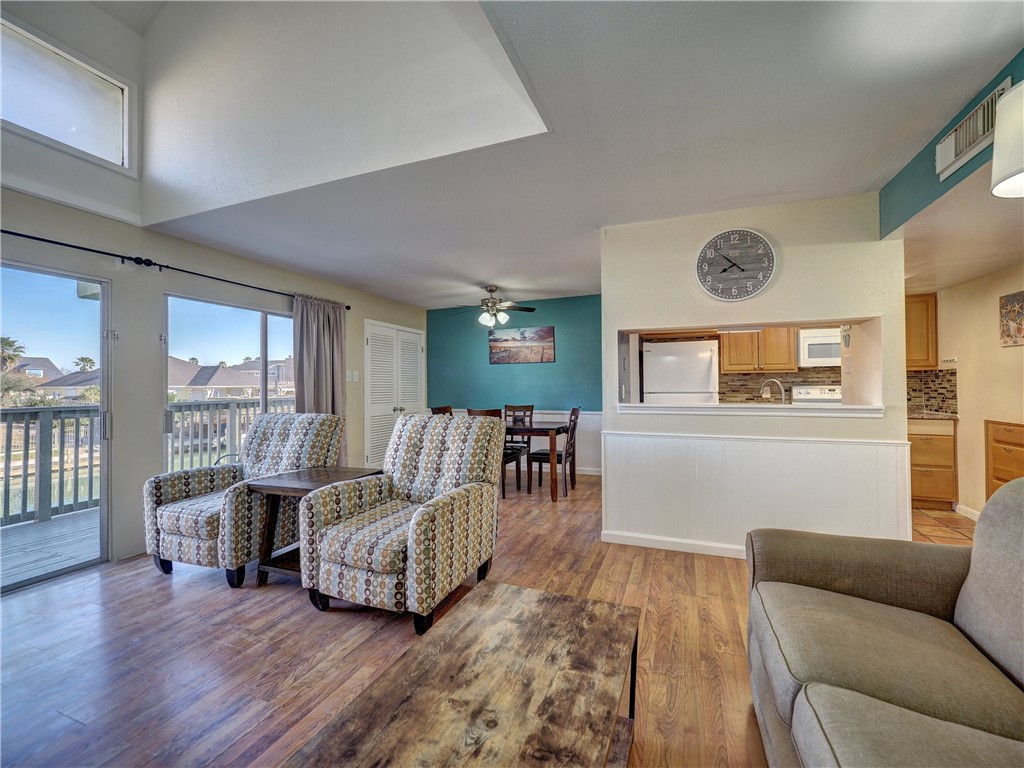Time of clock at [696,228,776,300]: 7:52
